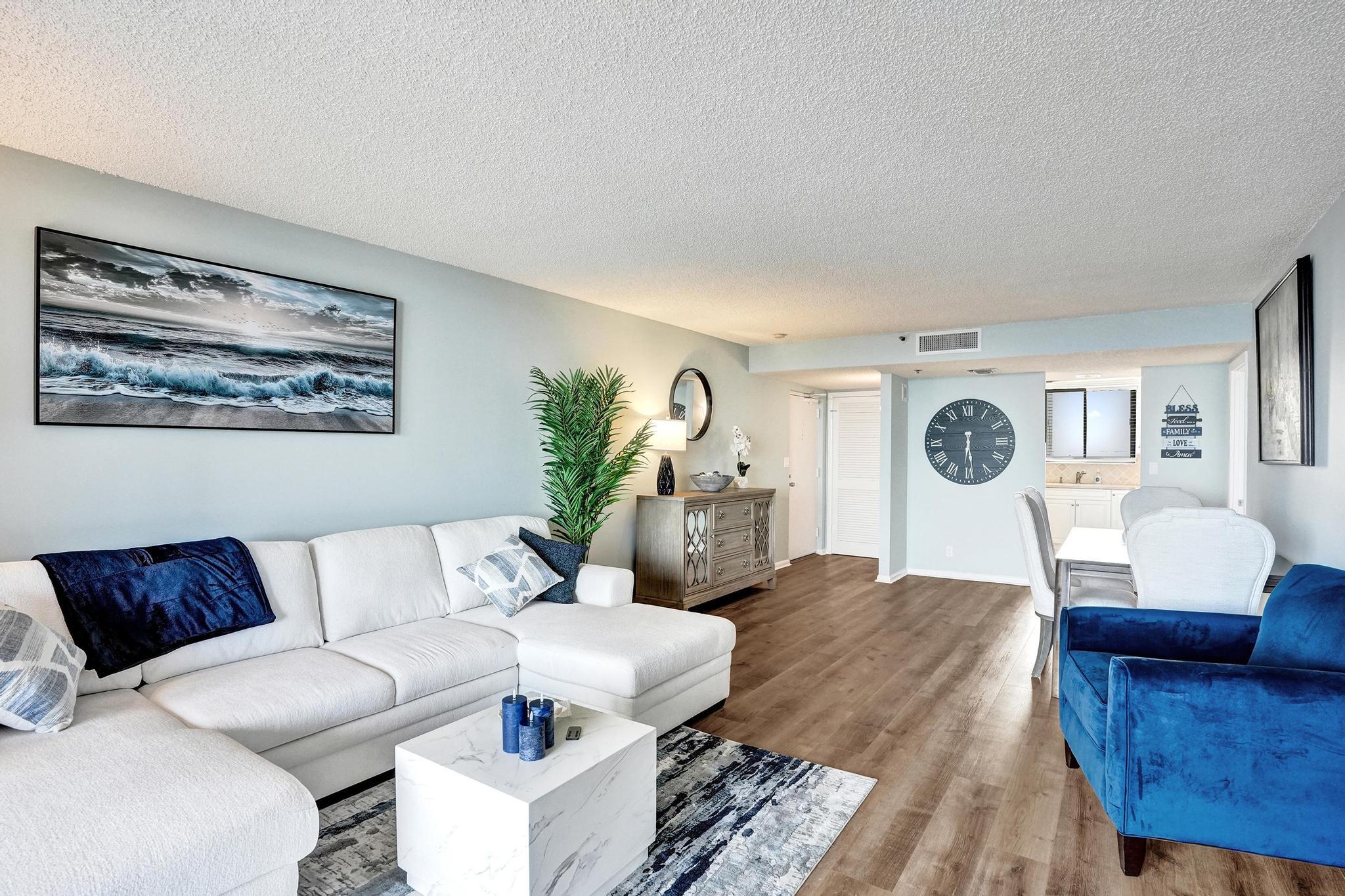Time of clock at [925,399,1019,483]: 6:29
